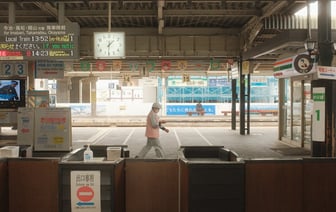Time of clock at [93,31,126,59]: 1:31
